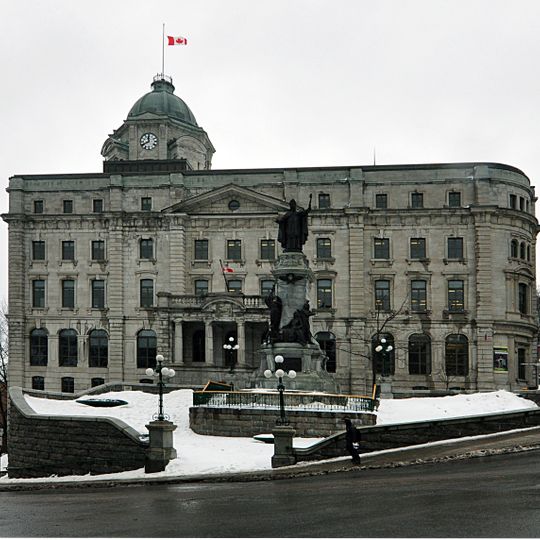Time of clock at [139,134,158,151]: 11:40
